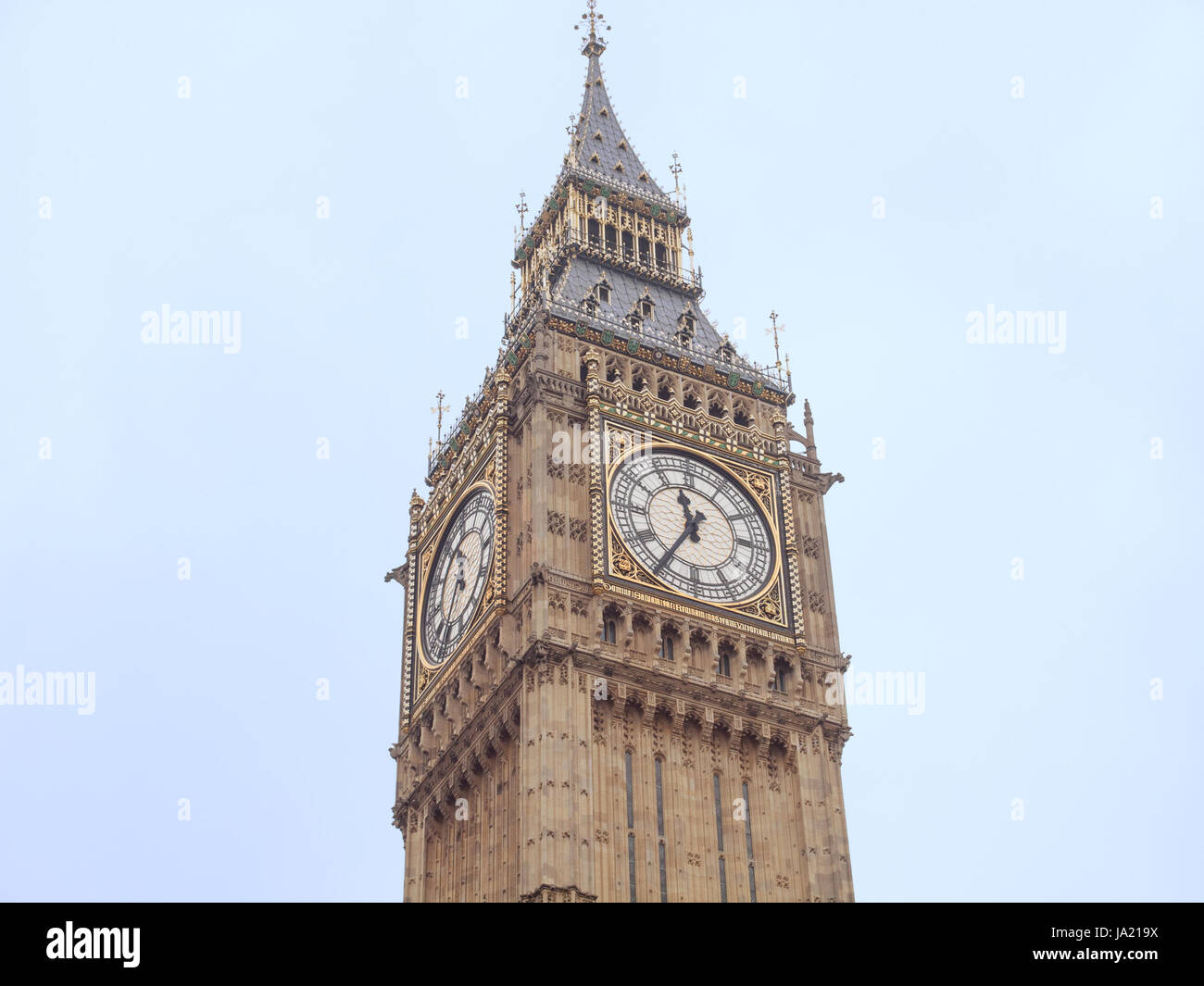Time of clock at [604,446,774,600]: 11:35
